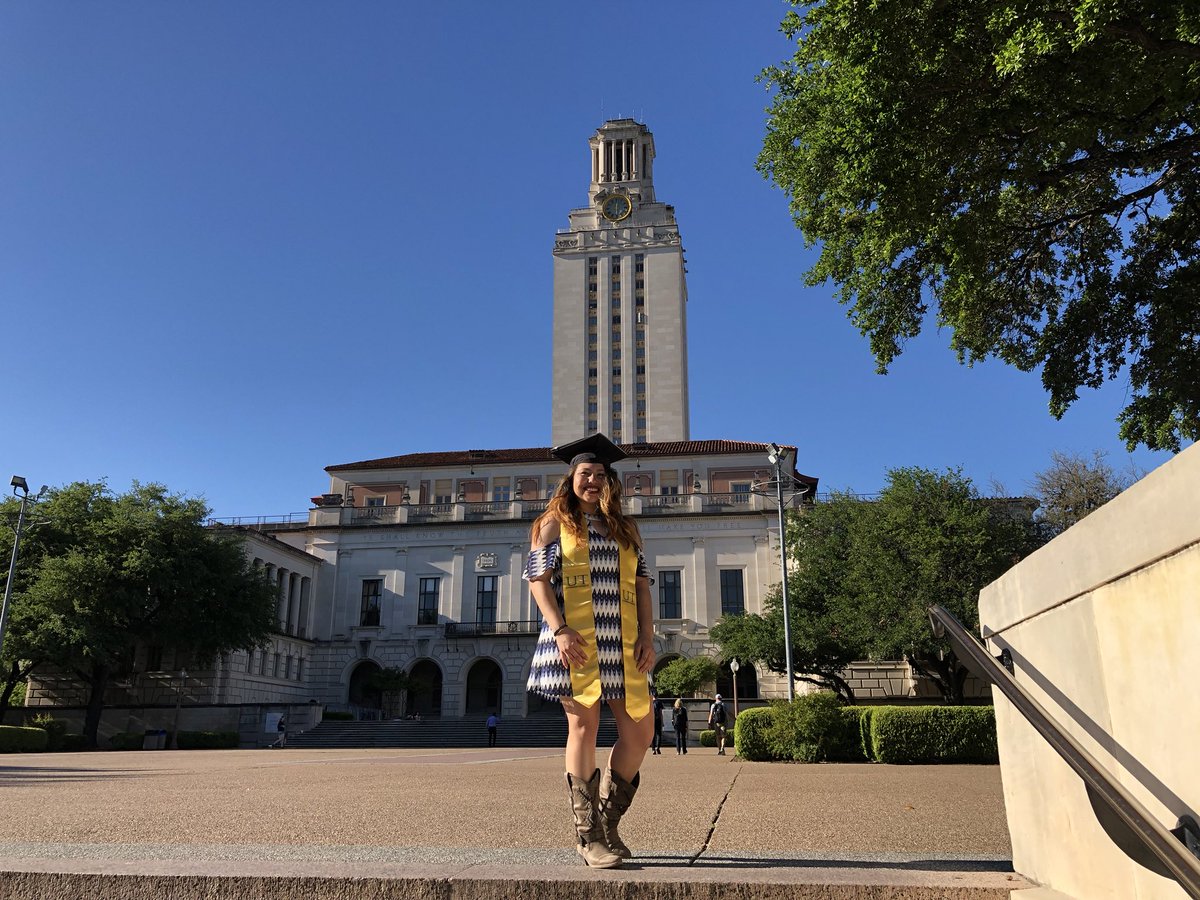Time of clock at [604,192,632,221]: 12:28
